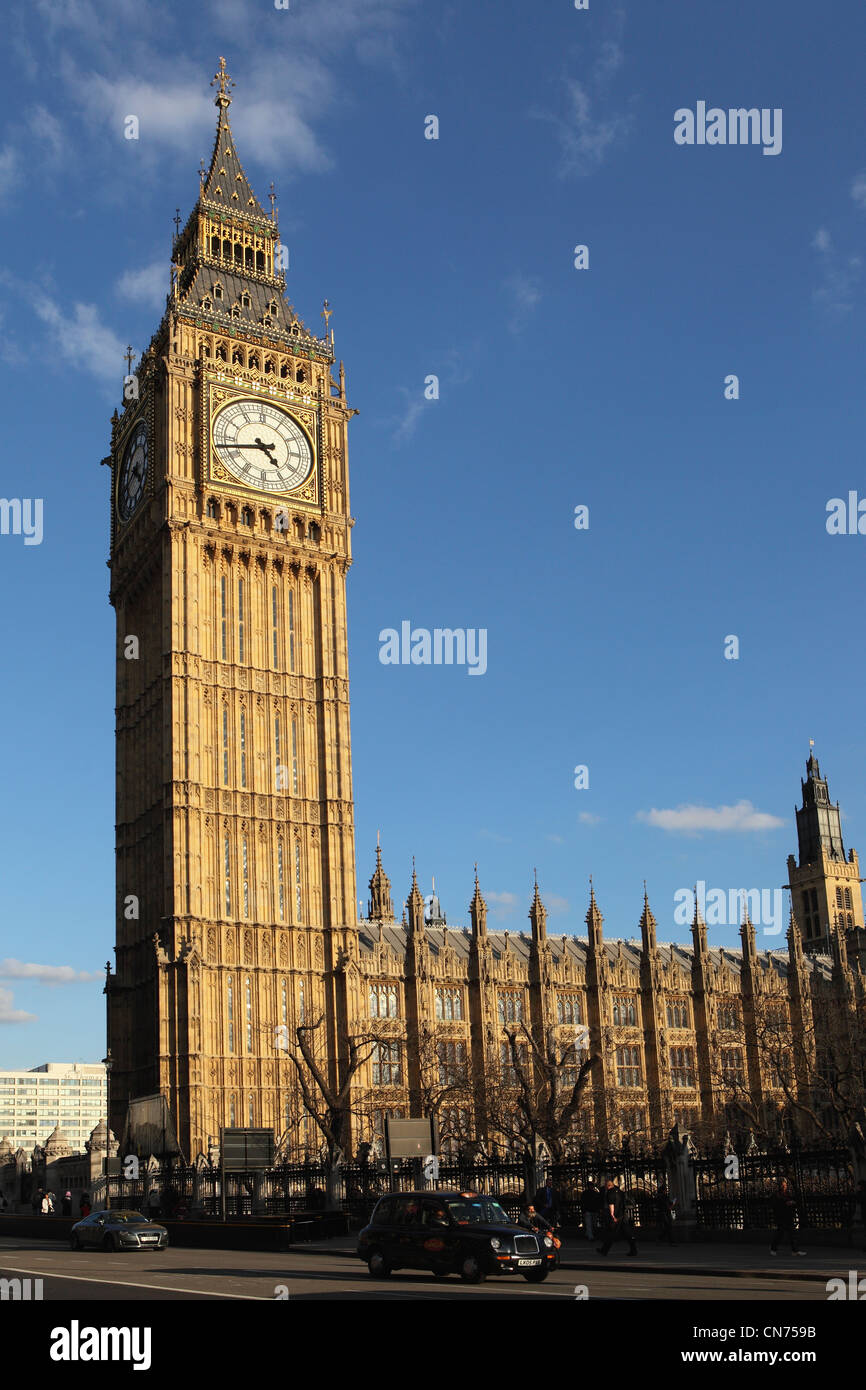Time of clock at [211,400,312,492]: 4:42
